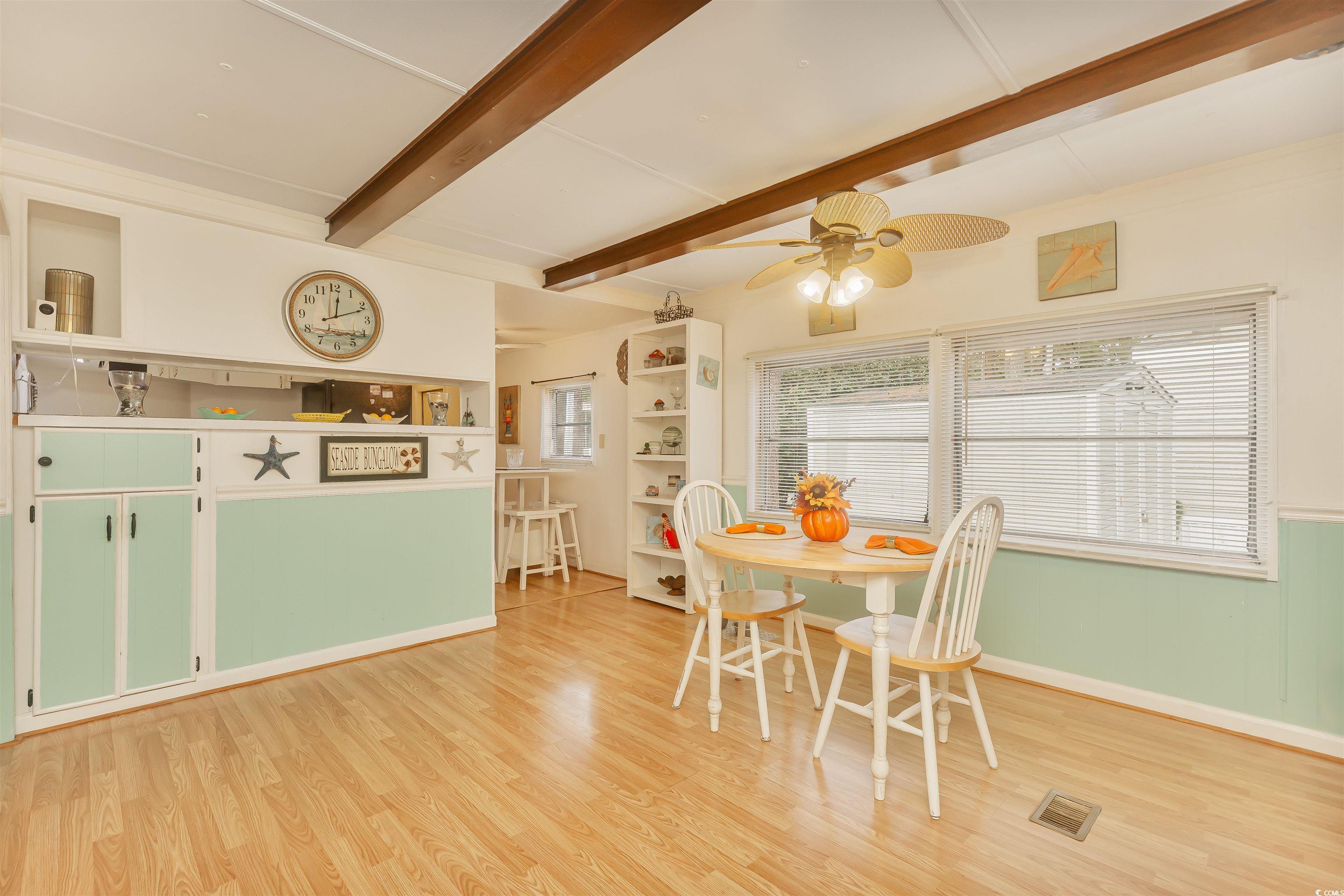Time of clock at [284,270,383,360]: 12:11
